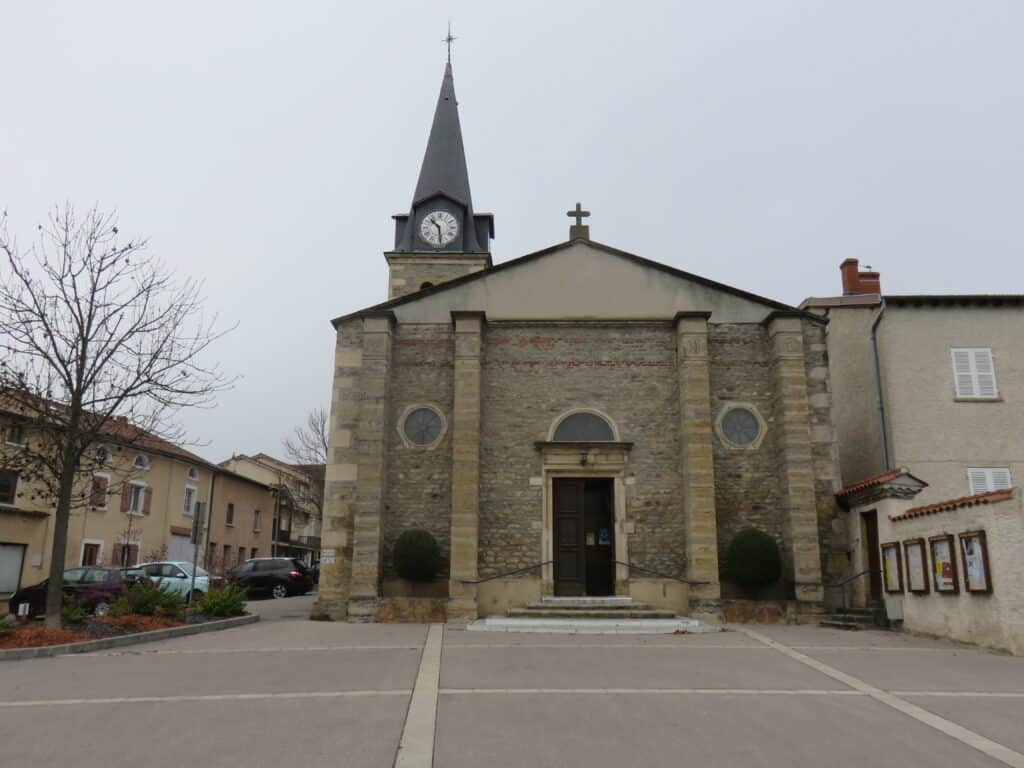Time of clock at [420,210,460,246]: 10:28
